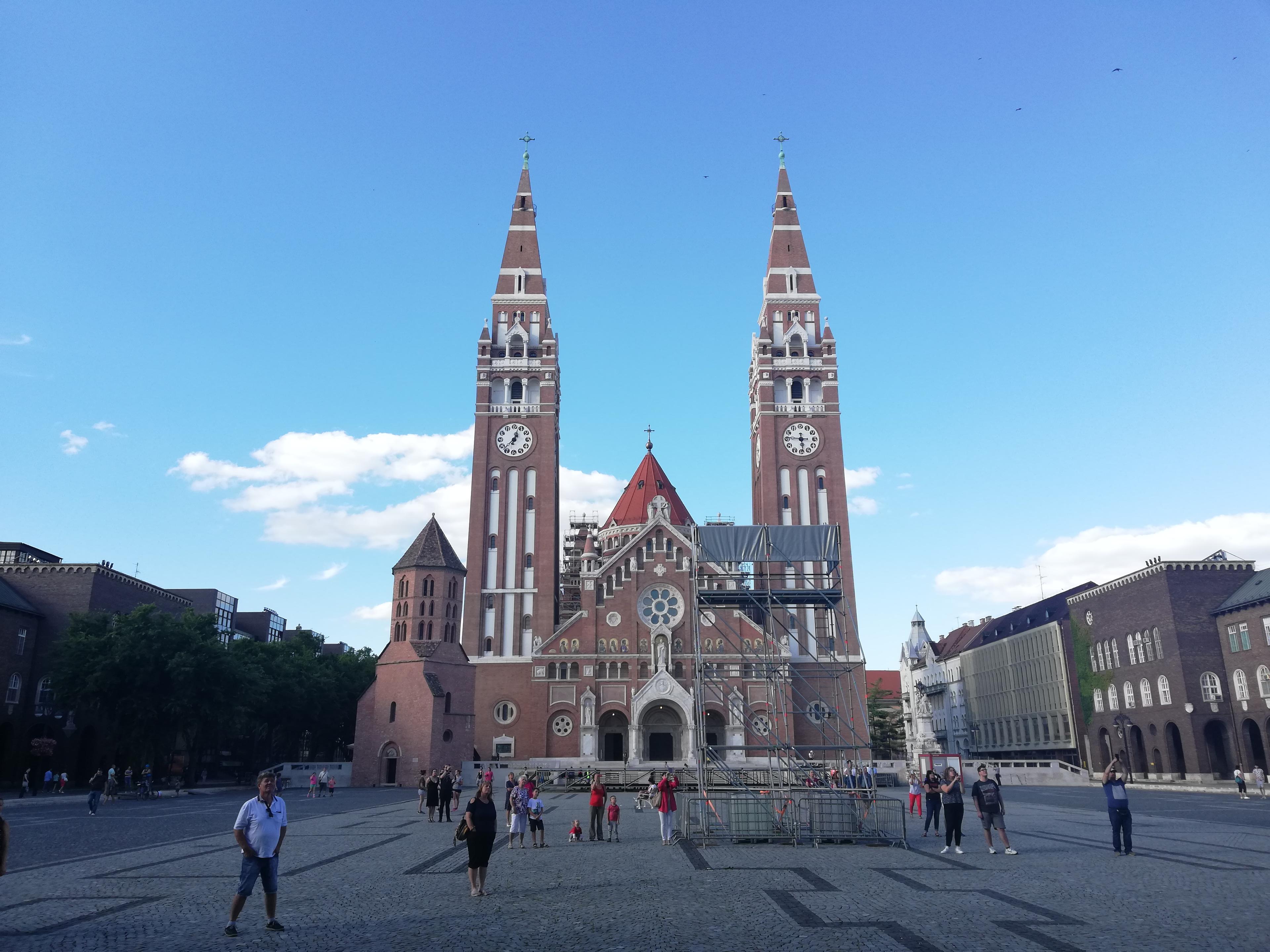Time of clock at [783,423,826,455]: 5:46
